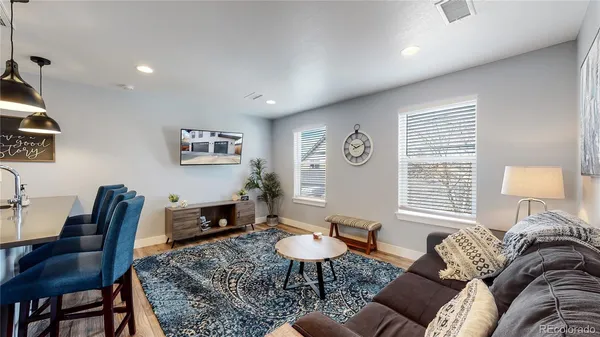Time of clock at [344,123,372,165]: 10:11
